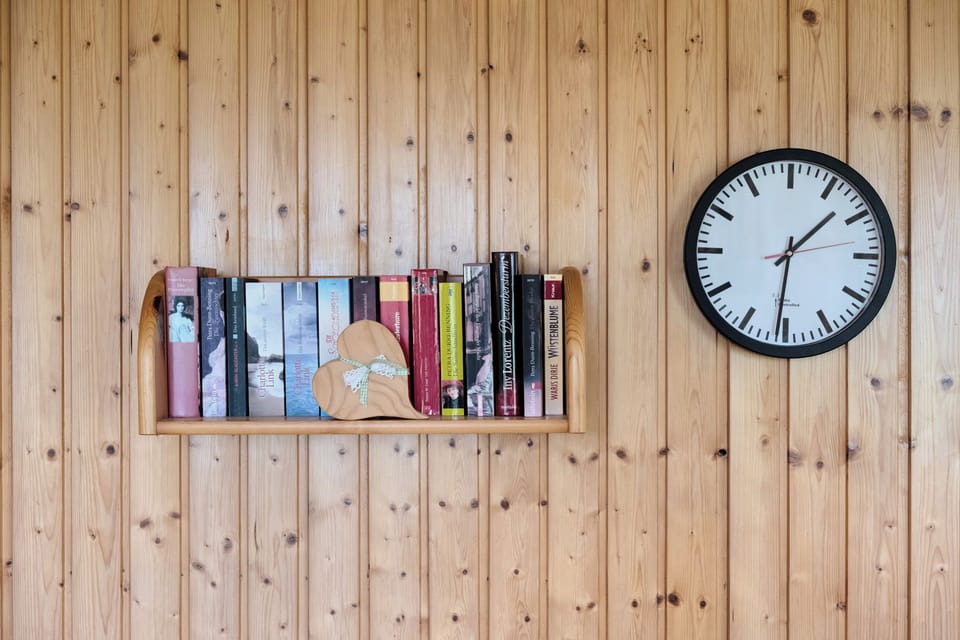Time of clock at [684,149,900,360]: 1:31
